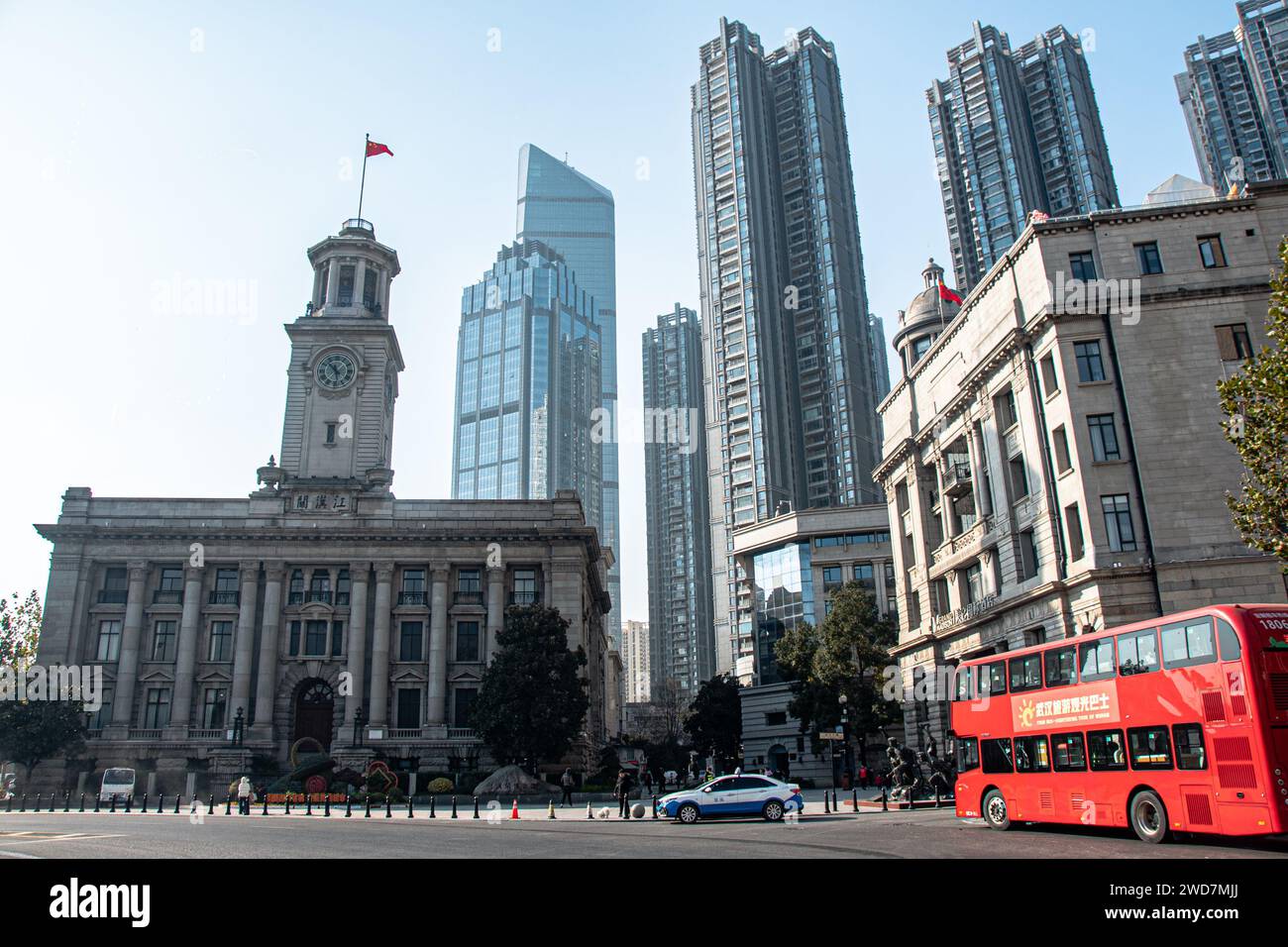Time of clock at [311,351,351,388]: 10:28
